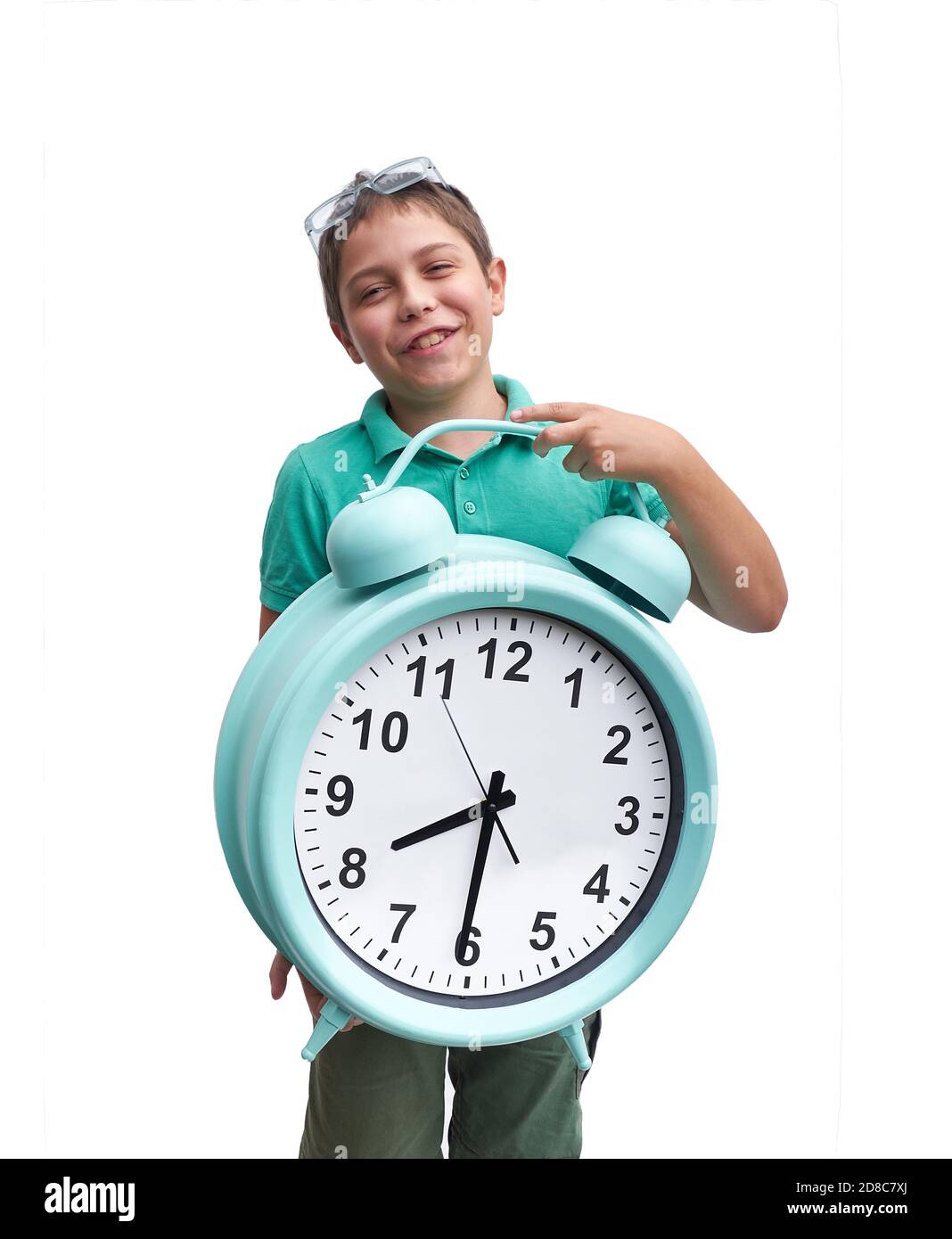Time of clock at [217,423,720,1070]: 8:30
